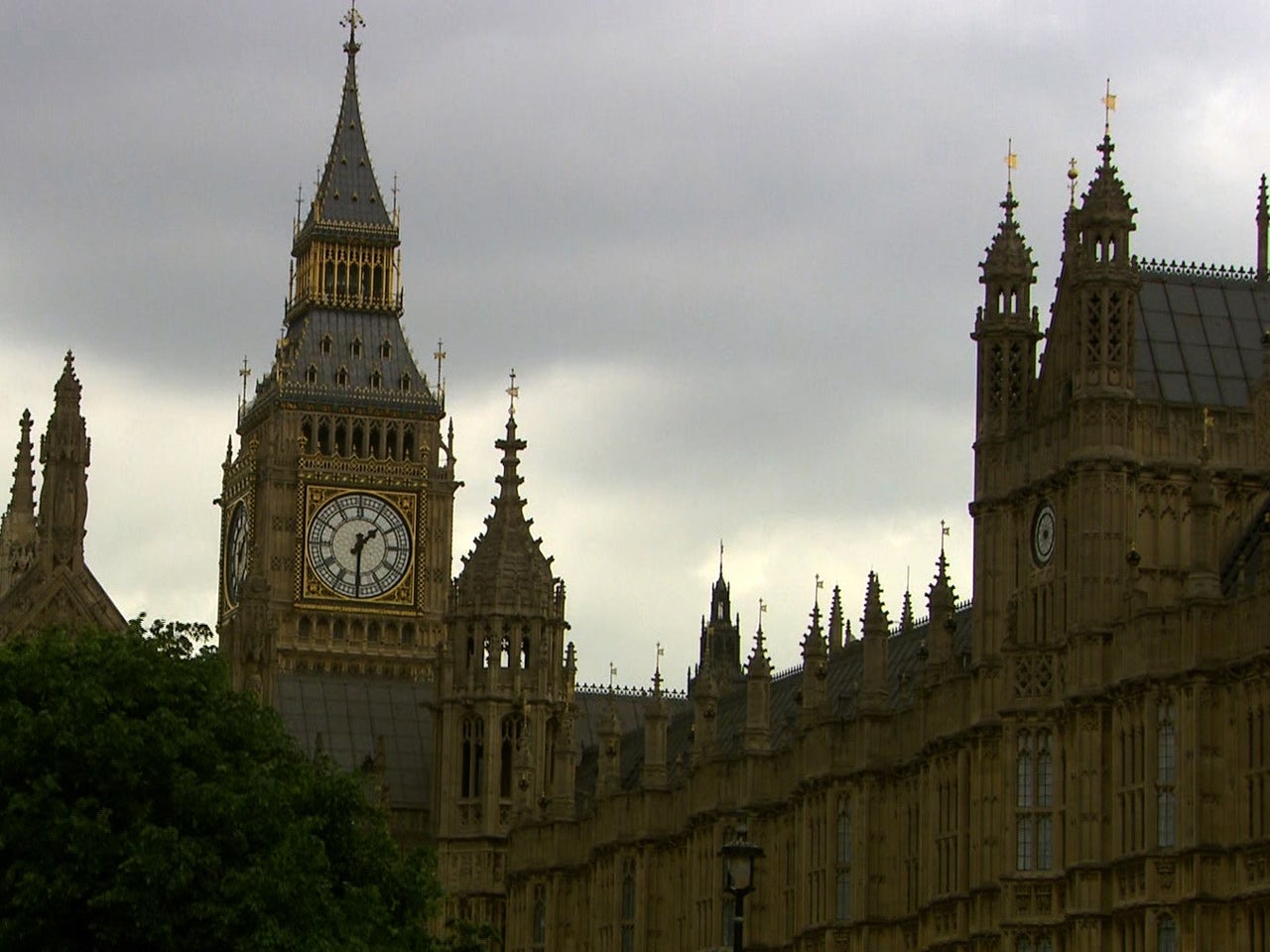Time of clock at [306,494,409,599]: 1:30
